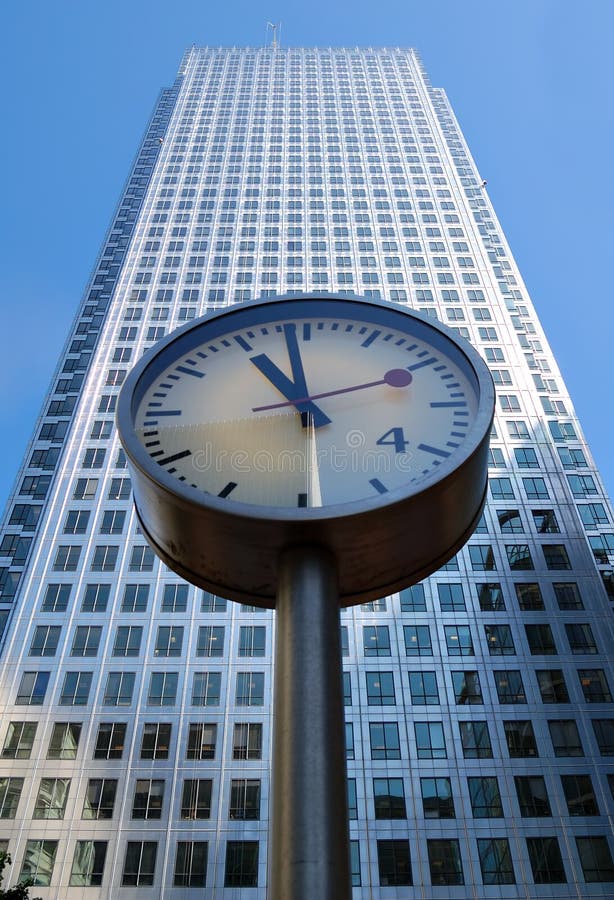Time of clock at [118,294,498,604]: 10:58
